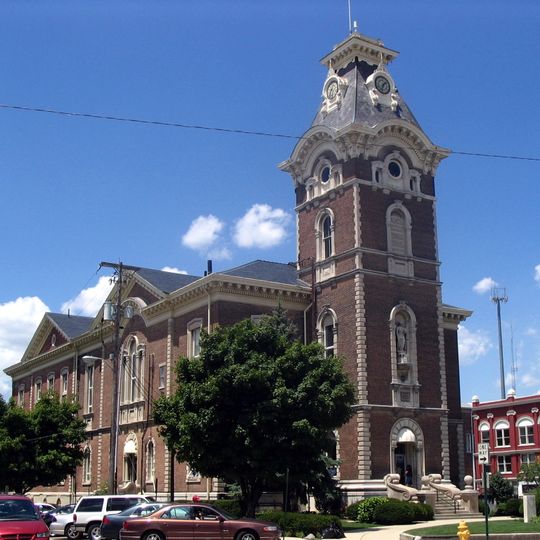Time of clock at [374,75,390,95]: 1:33
